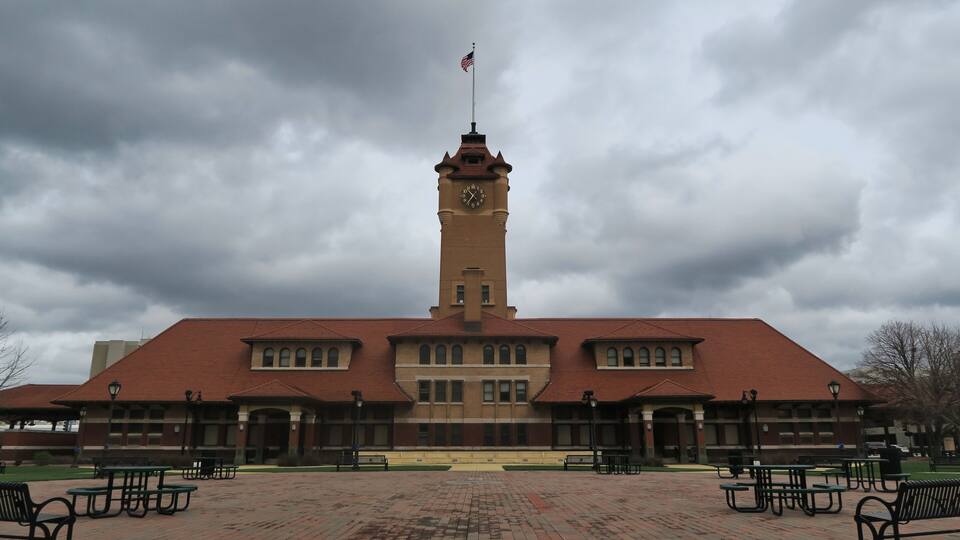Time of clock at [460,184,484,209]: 10:36
